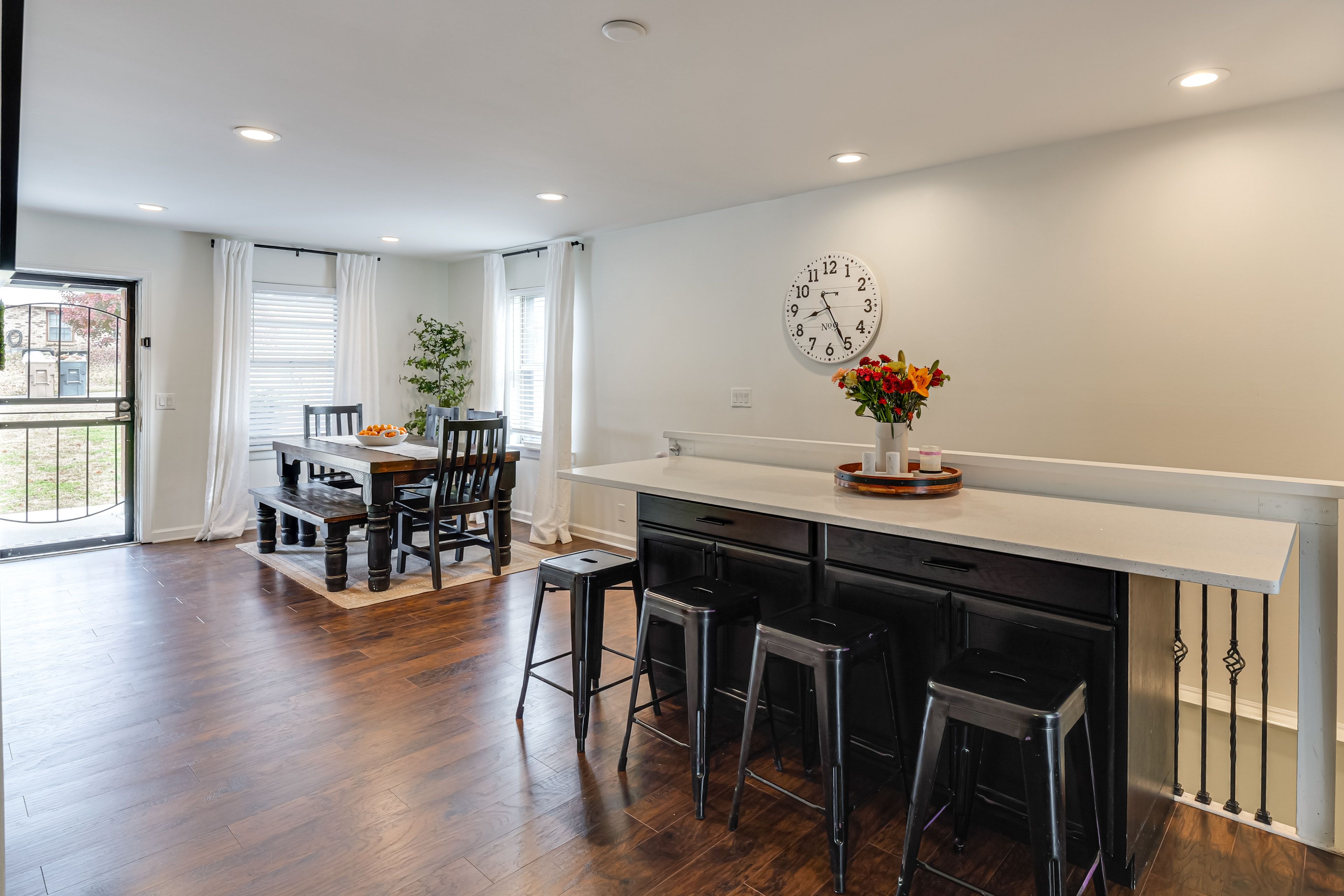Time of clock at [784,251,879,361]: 8:25
